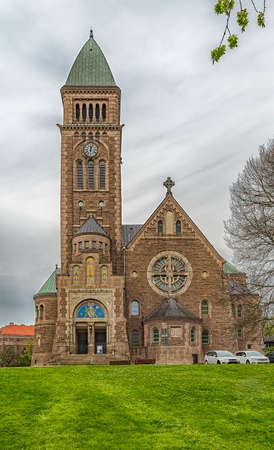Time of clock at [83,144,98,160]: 12:03
